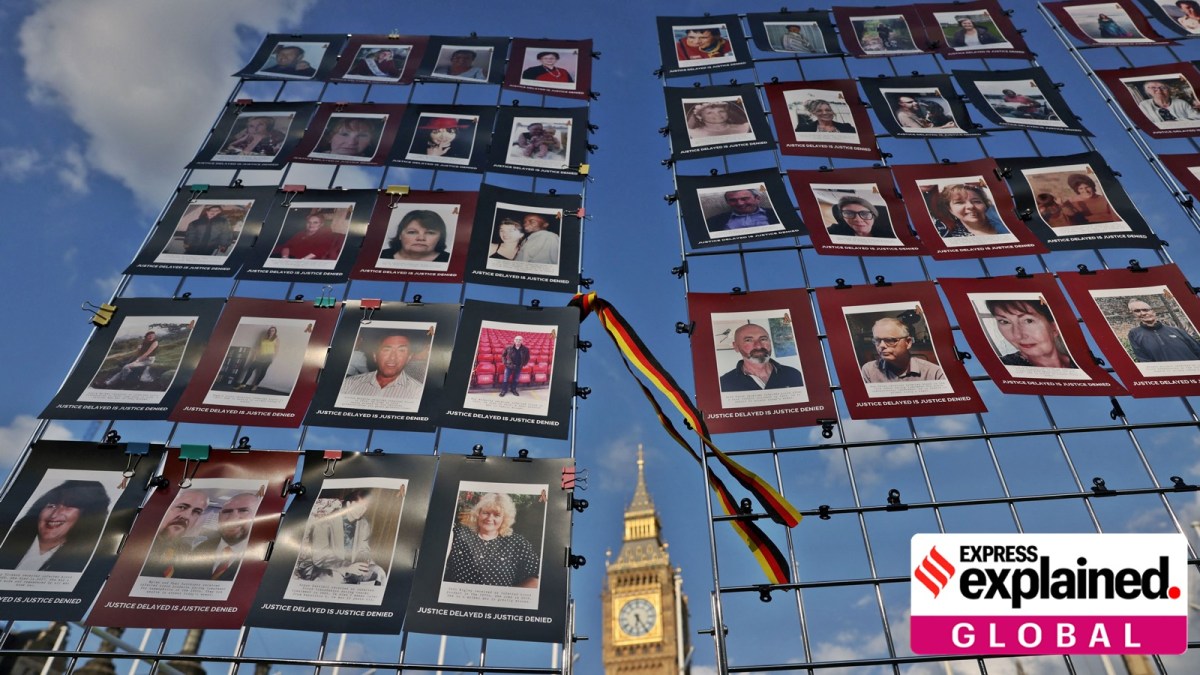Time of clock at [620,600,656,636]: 6:24
